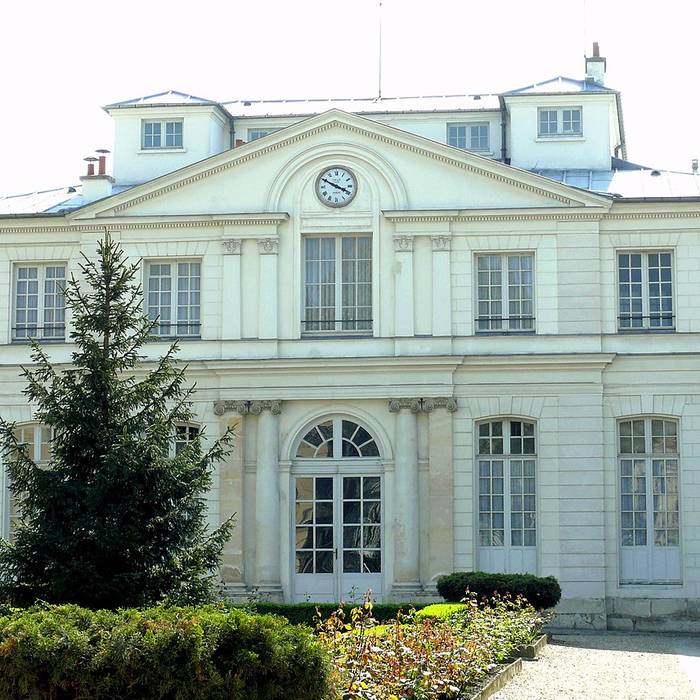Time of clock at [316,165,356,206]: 3:49
